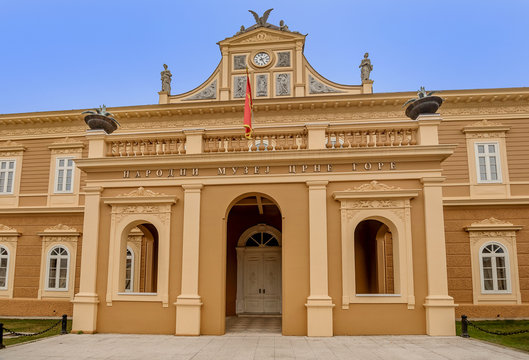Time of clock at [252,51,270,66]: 5:11
